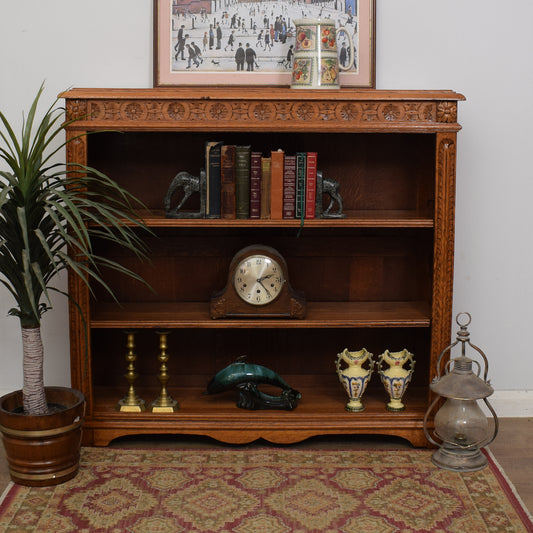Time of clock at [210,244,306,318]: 2:24
